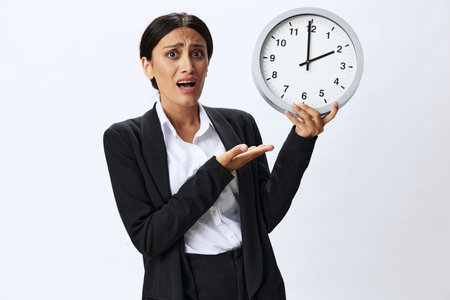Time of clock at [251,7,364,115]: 1:59
